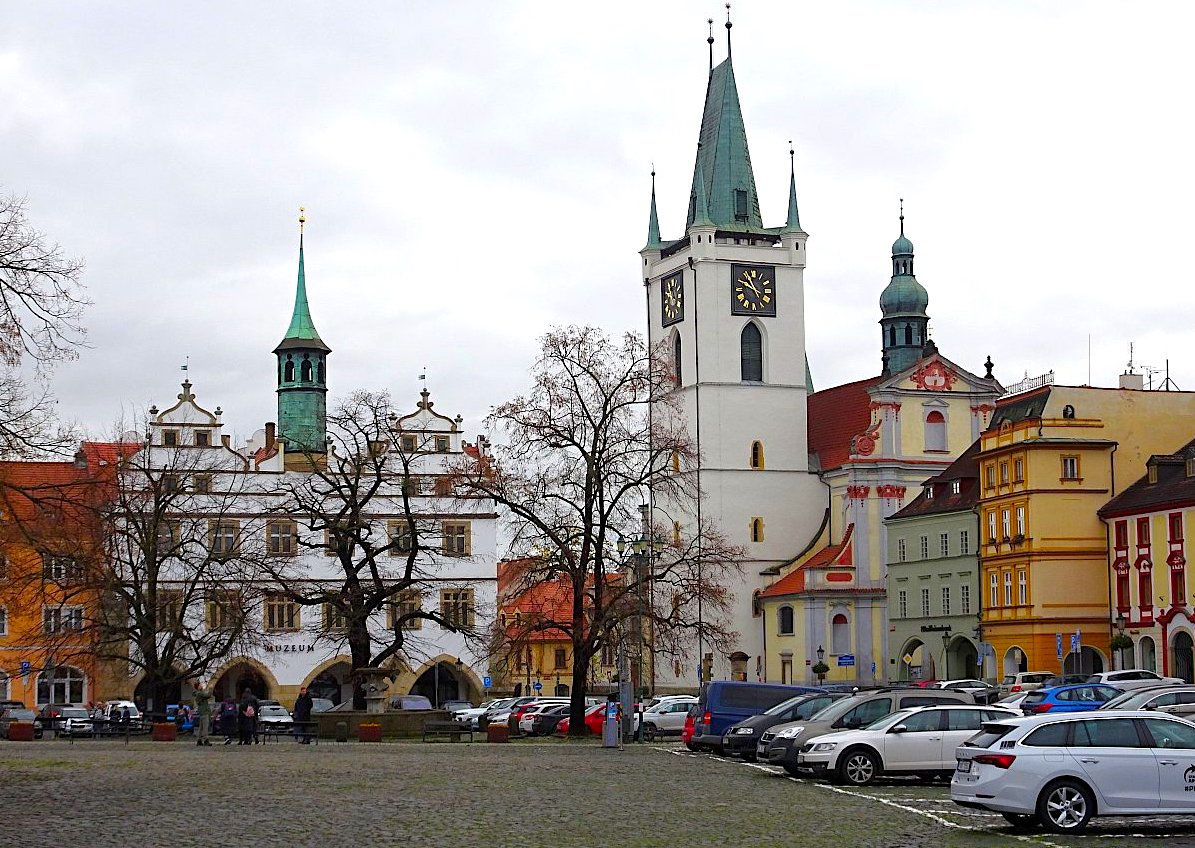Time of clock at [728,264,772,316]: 10:48
